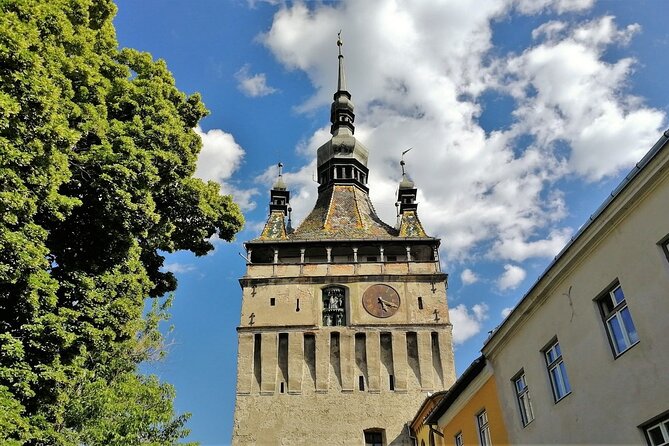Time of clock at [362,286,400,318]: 5:18
